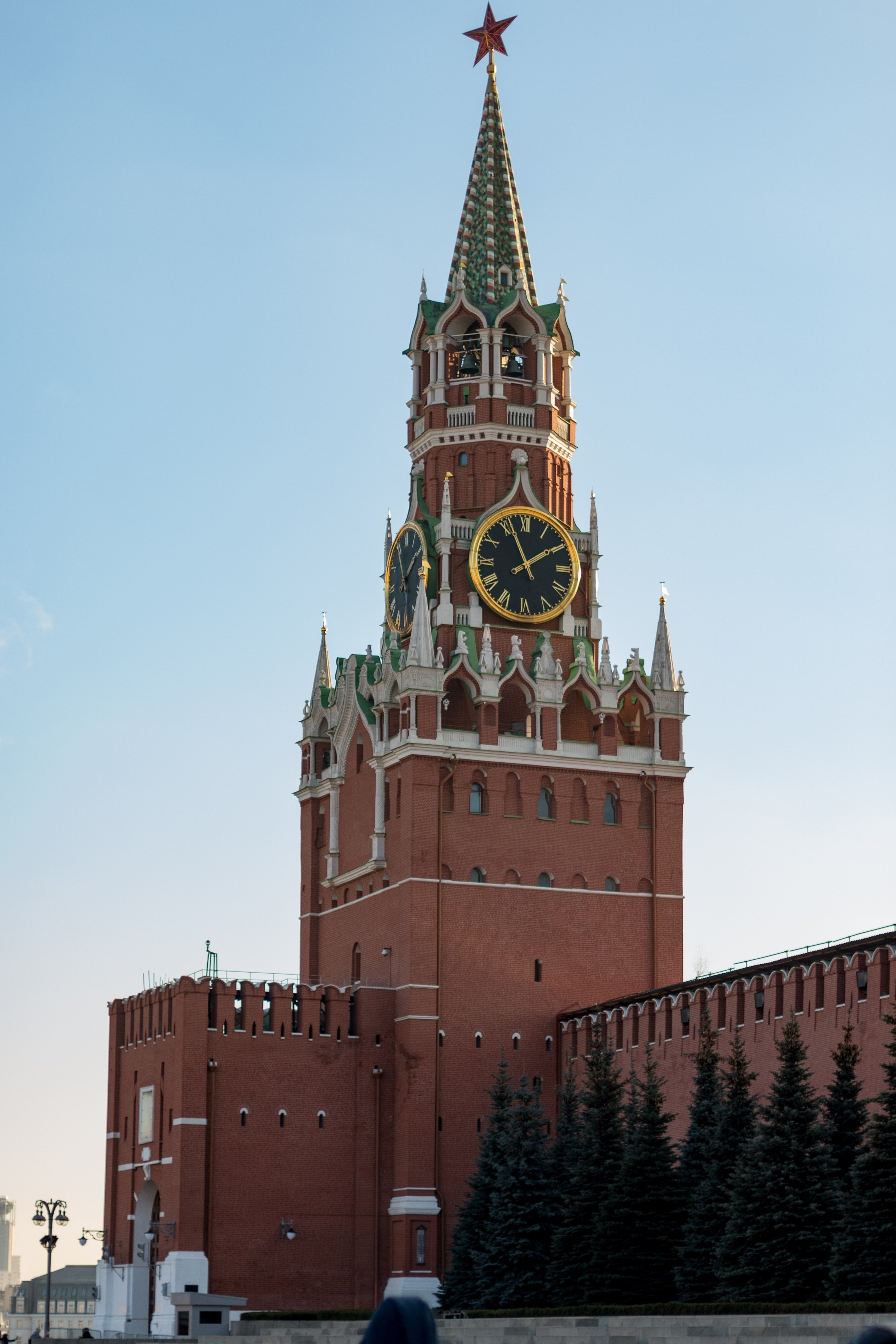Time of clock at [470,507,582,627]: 1:56
